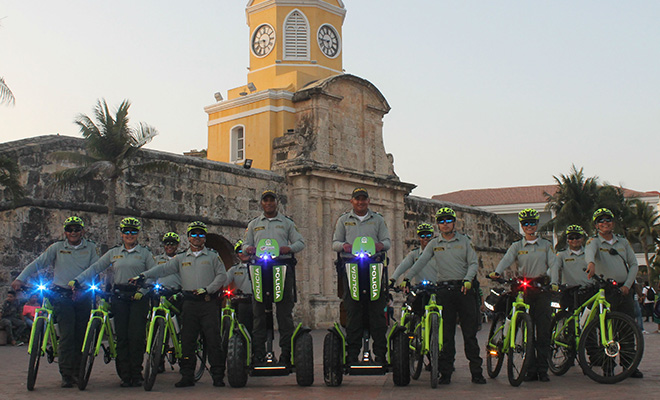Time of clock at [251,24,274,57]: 5:44
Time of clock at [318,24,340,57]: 5:44
